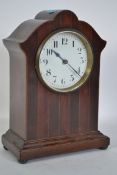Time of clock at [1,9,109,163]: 10:21
